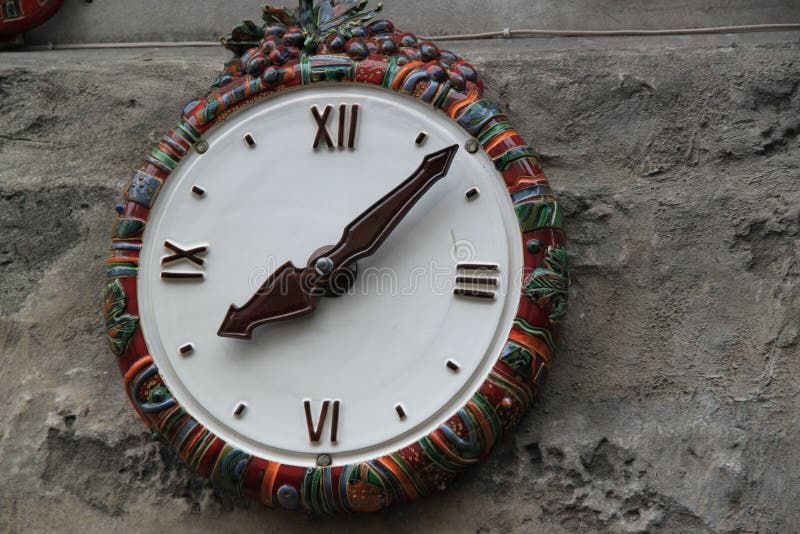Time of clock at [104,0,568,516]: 8:07
